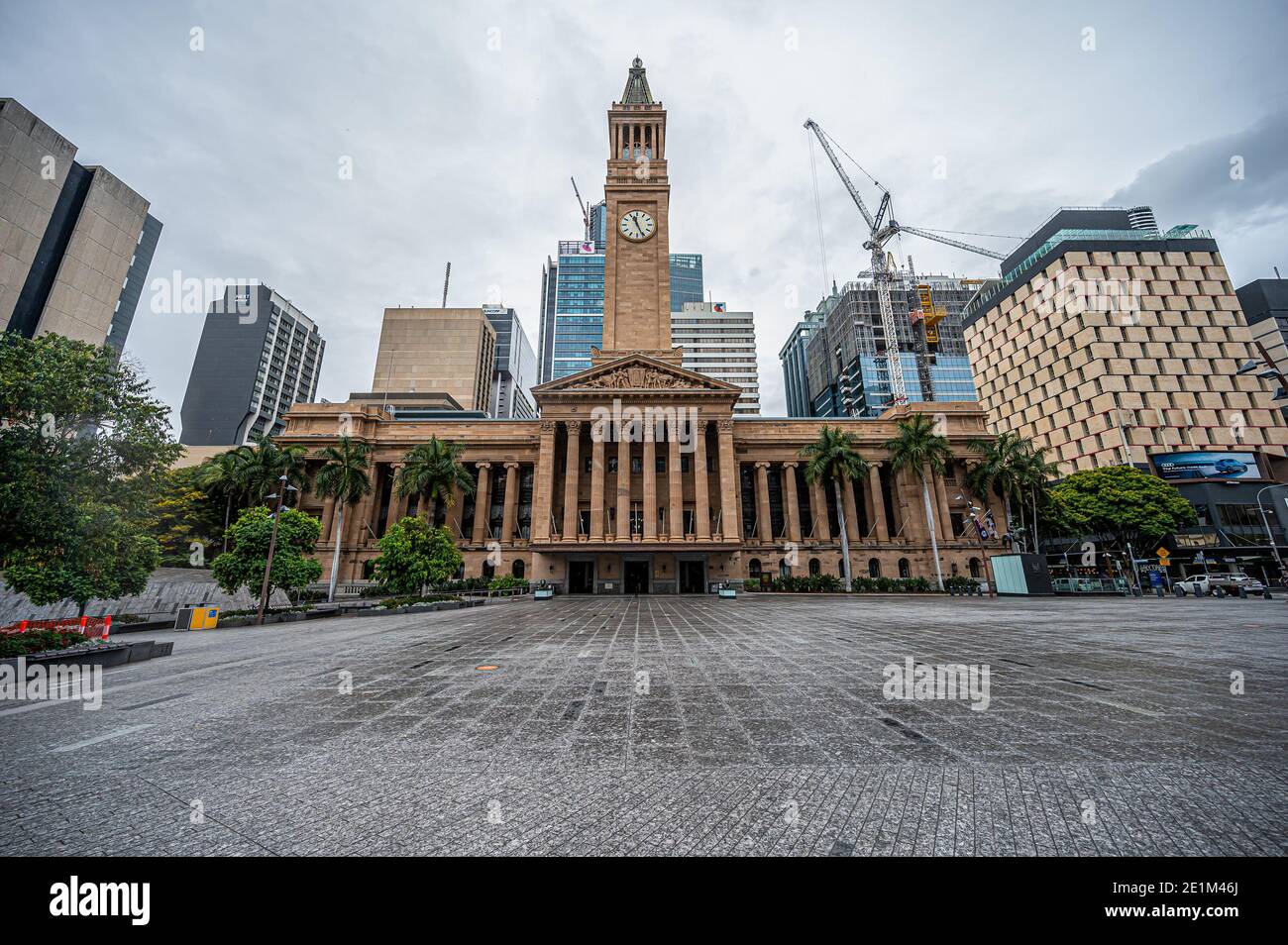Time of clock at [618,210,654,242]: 11:25
